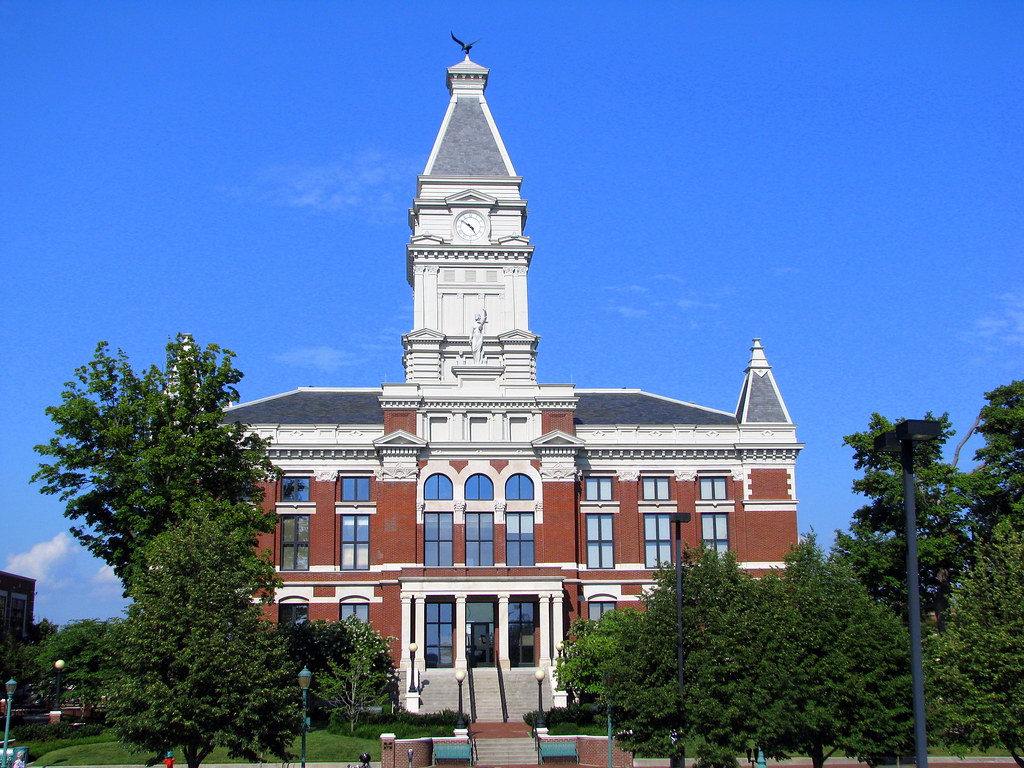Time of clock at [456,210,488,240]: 4:50
